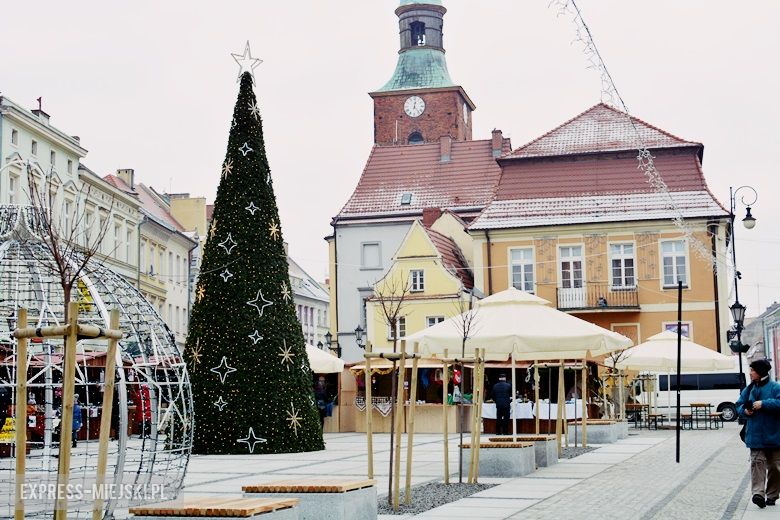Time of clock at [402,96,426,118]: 12:23
